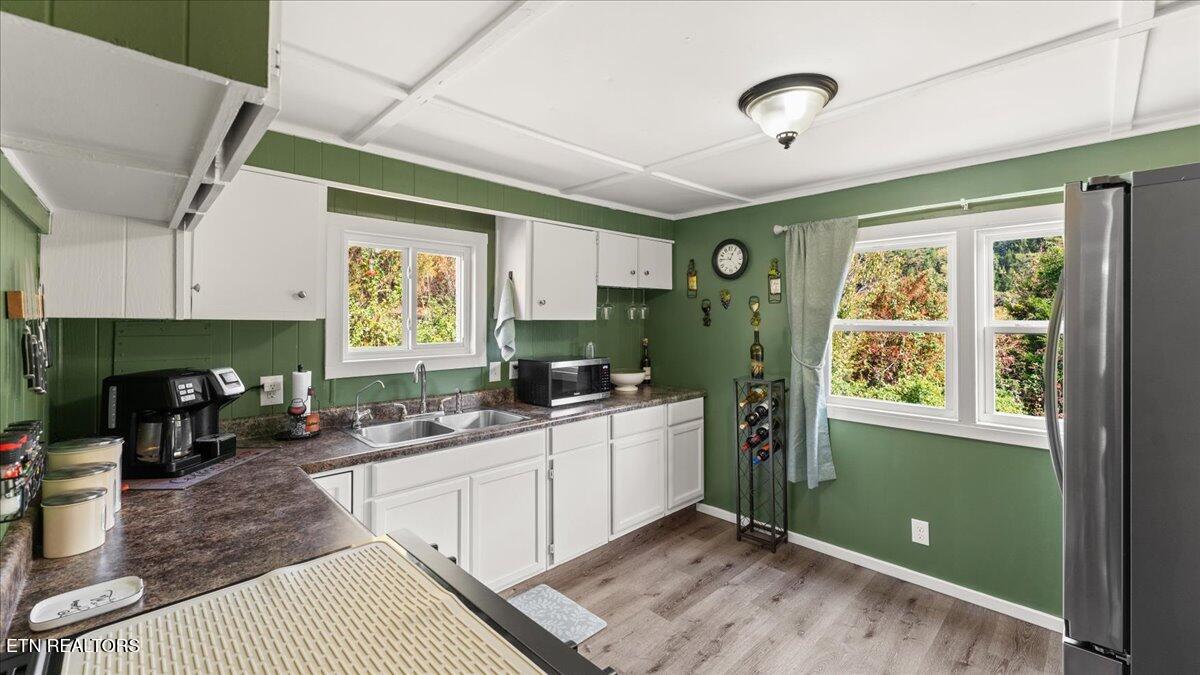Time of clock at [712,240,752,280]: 12:45
